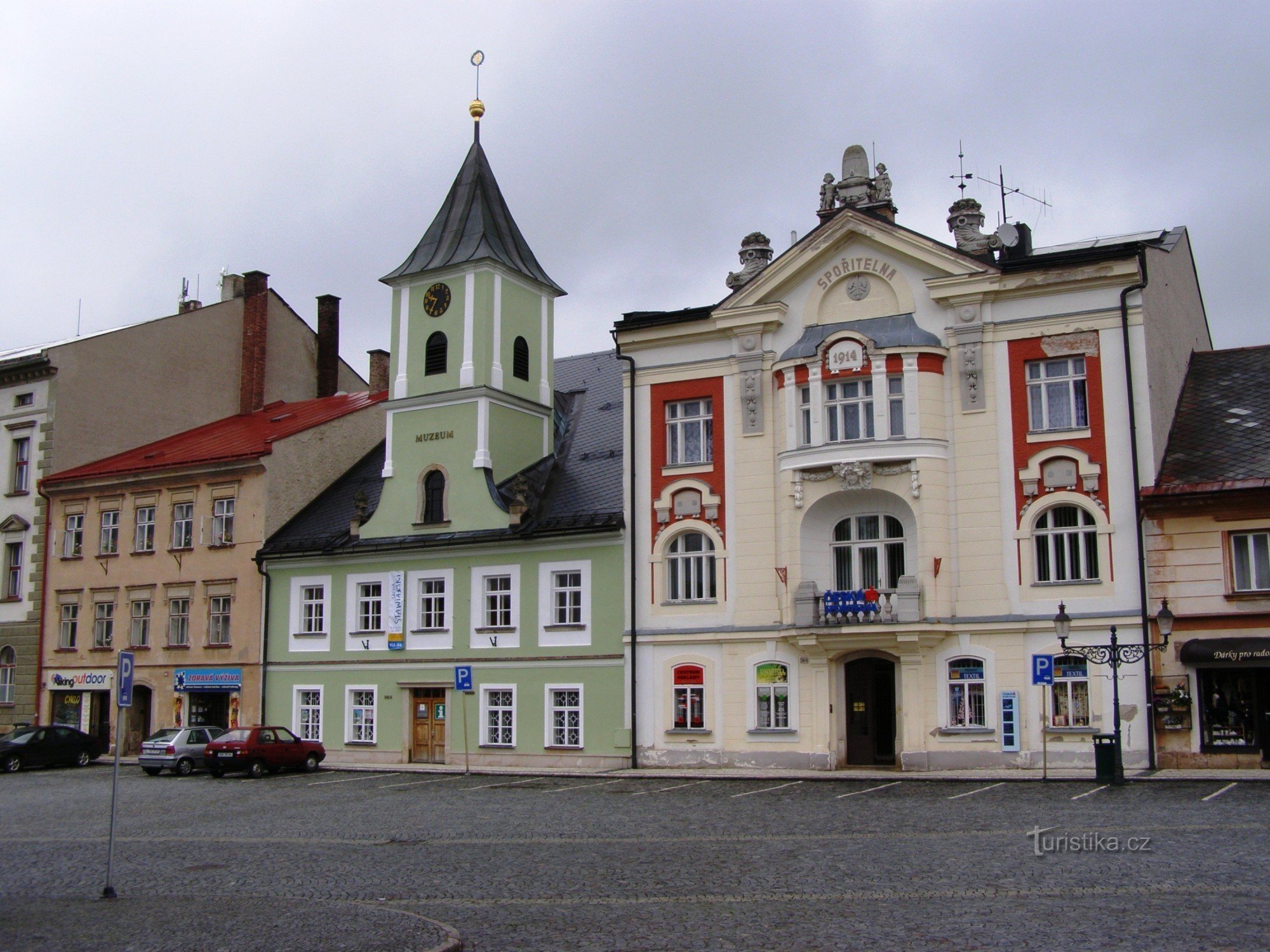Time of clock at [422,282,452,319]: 9:34
